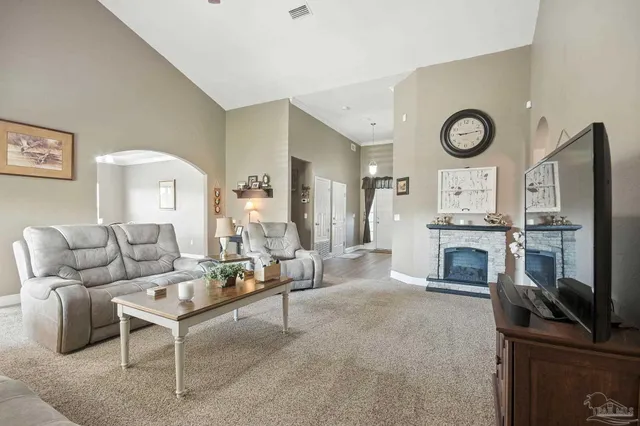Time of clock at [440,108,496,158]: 9:13
